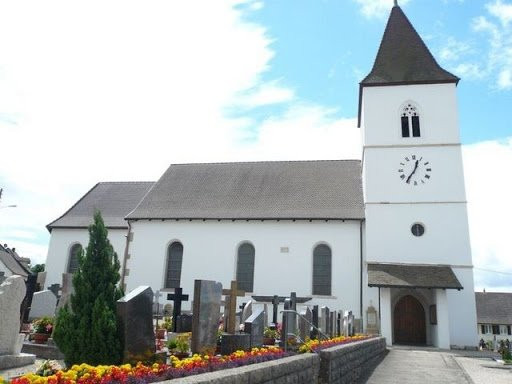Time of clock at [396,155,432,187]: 12:36
